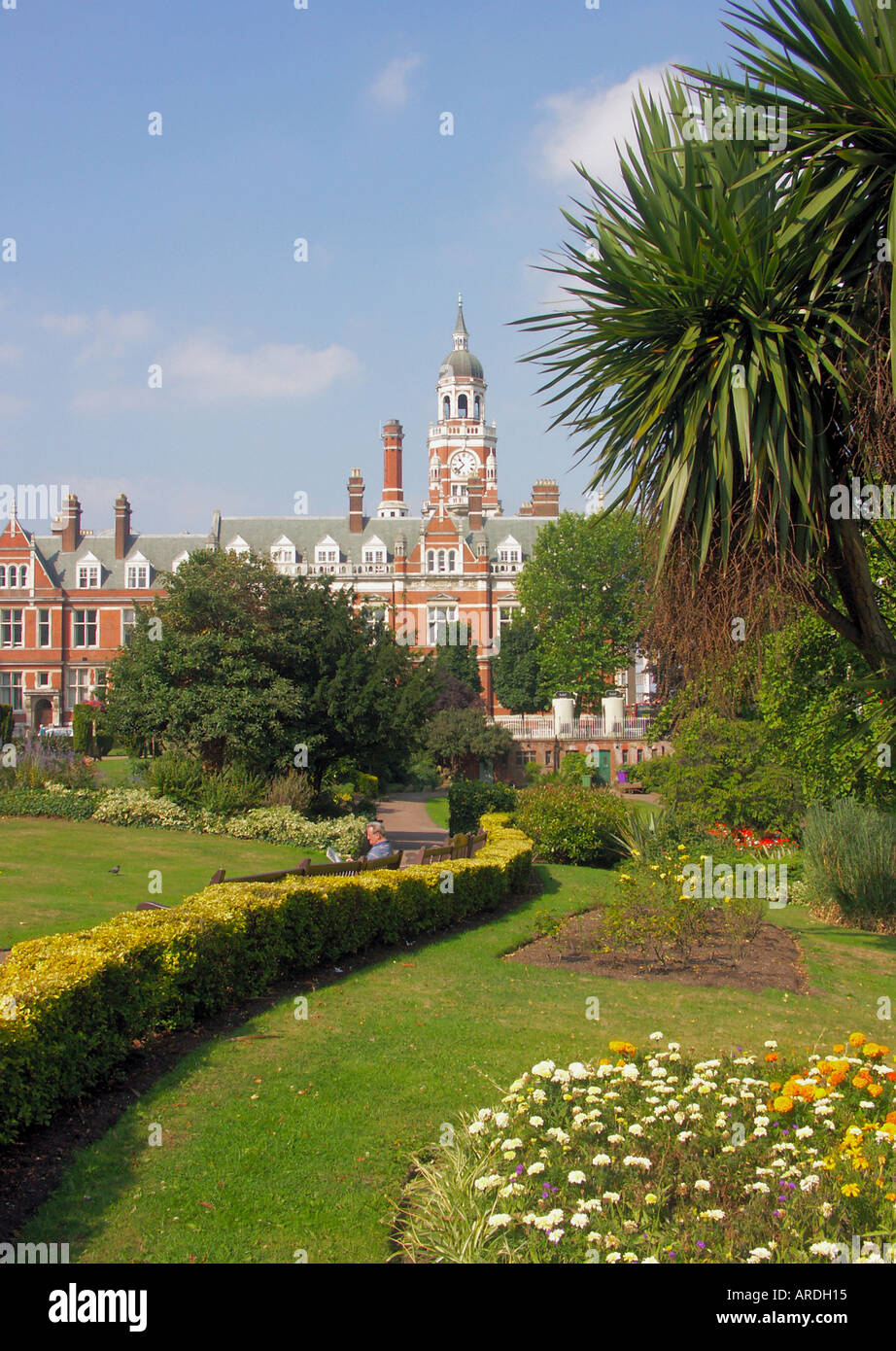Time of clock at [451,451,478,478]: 10:37
